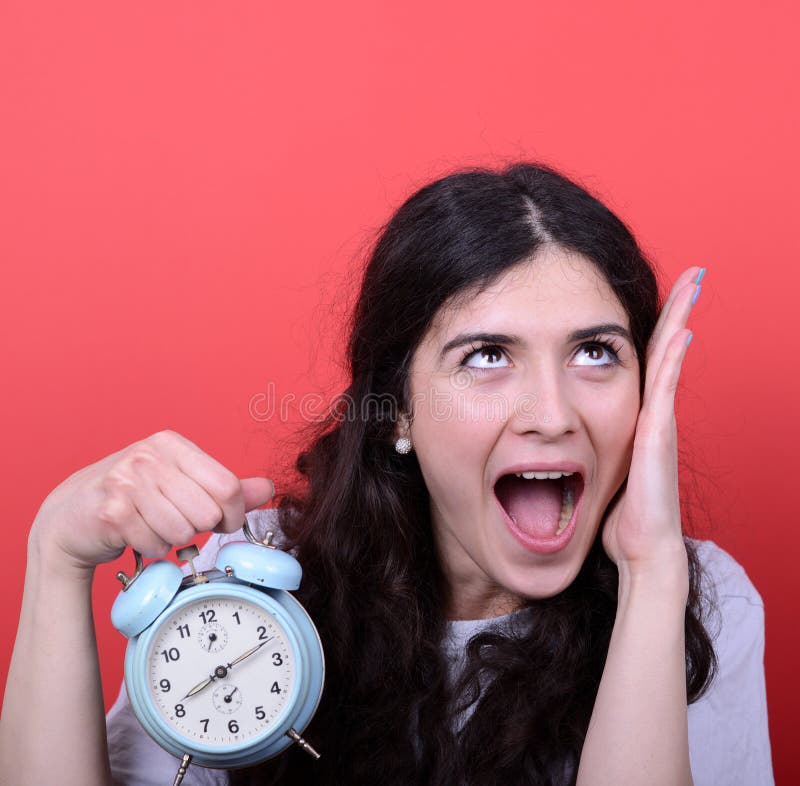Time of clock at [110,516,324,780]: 8:11
